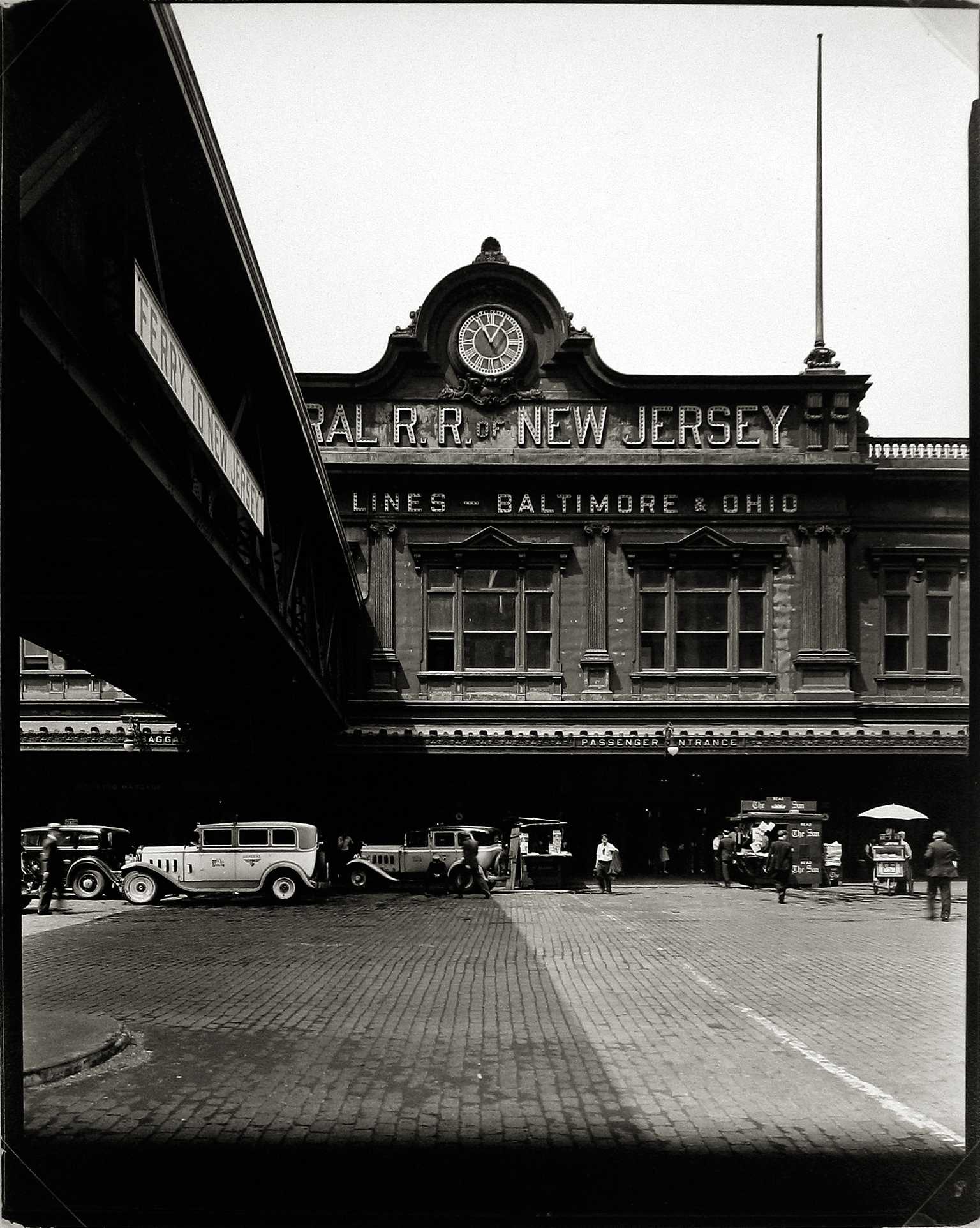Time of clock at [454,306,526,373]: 11:05
